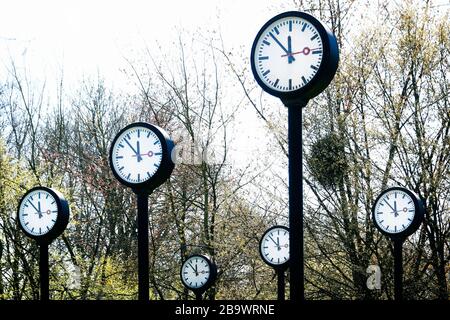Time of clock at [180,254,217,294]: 11:52
